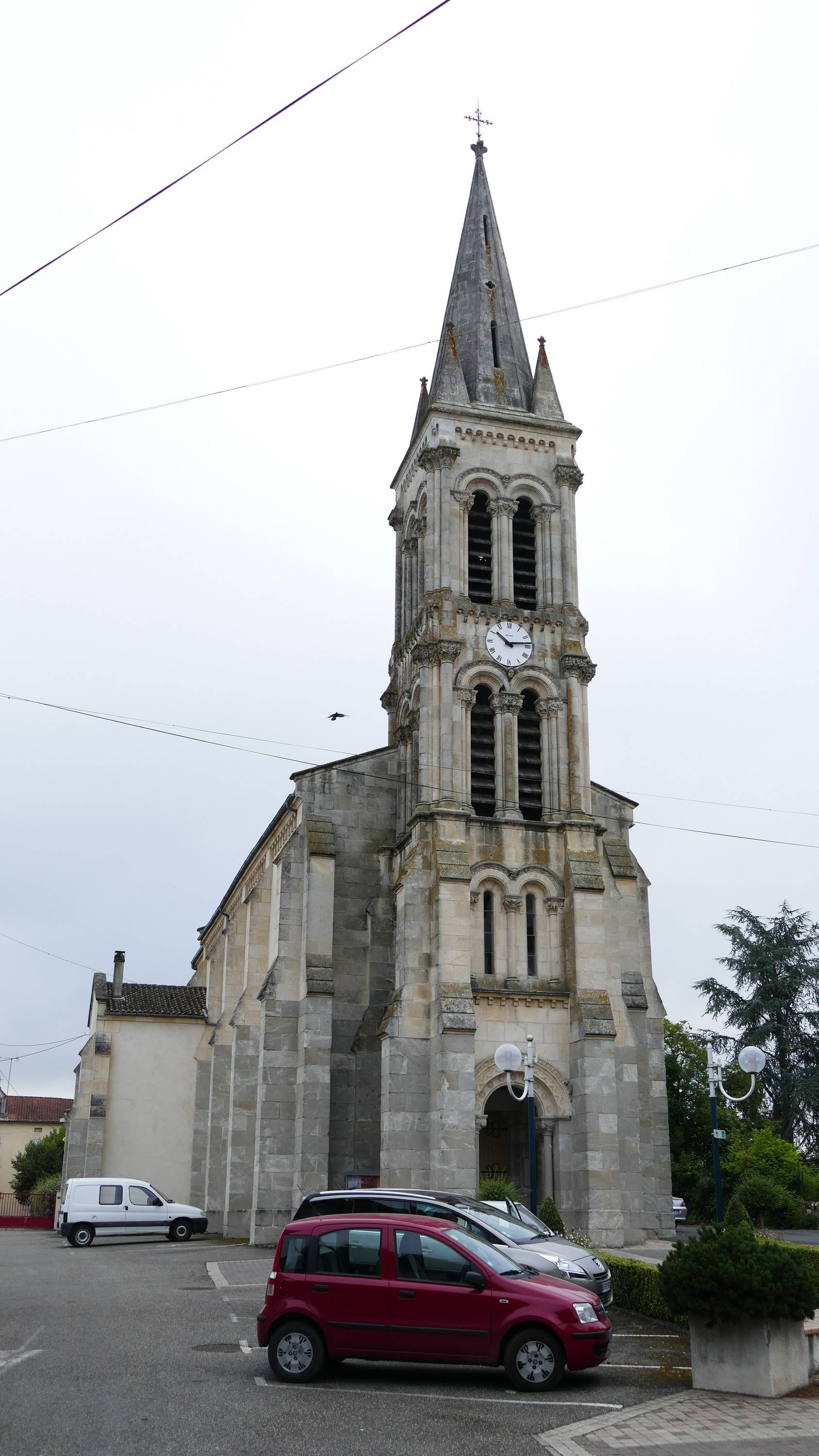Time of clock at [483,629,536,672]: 10:13
